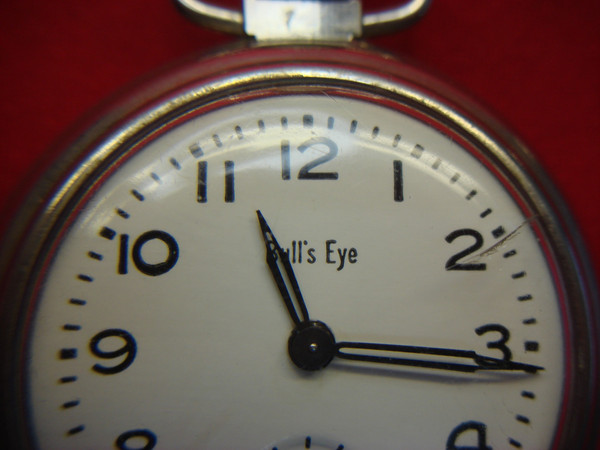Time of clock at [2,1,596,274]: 11:15
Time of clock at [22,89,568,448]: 11:15
